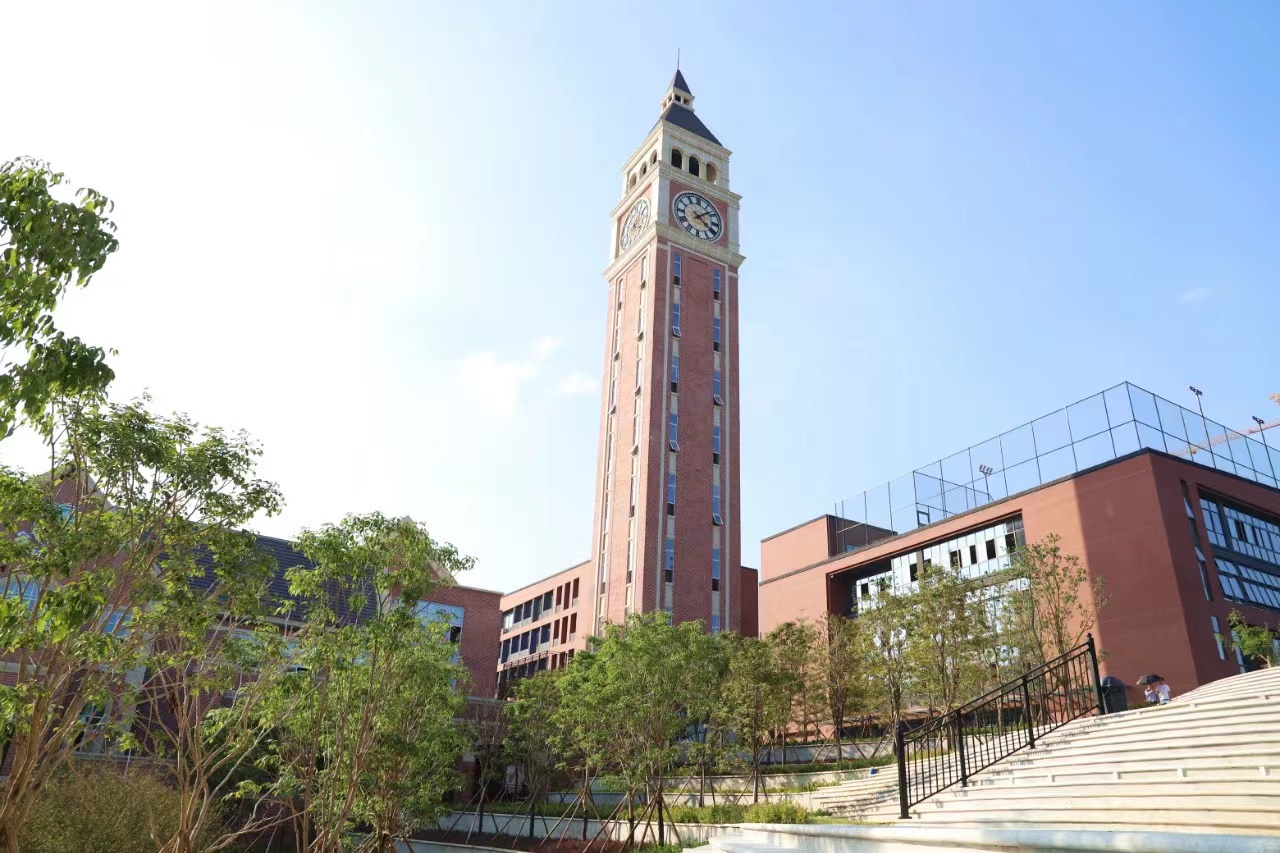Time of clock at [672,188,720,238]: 4:08
